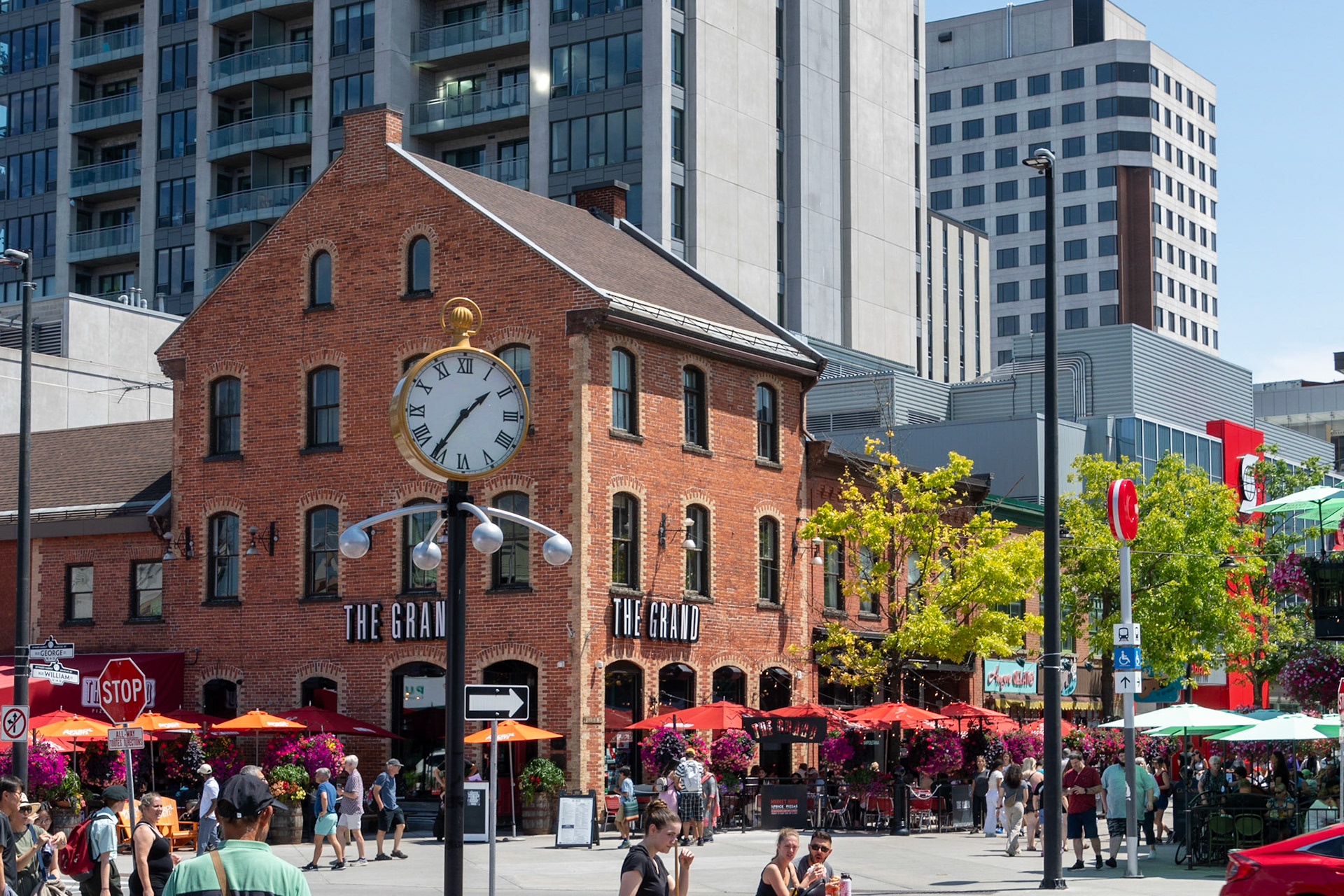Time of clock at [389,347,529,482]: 1:35
